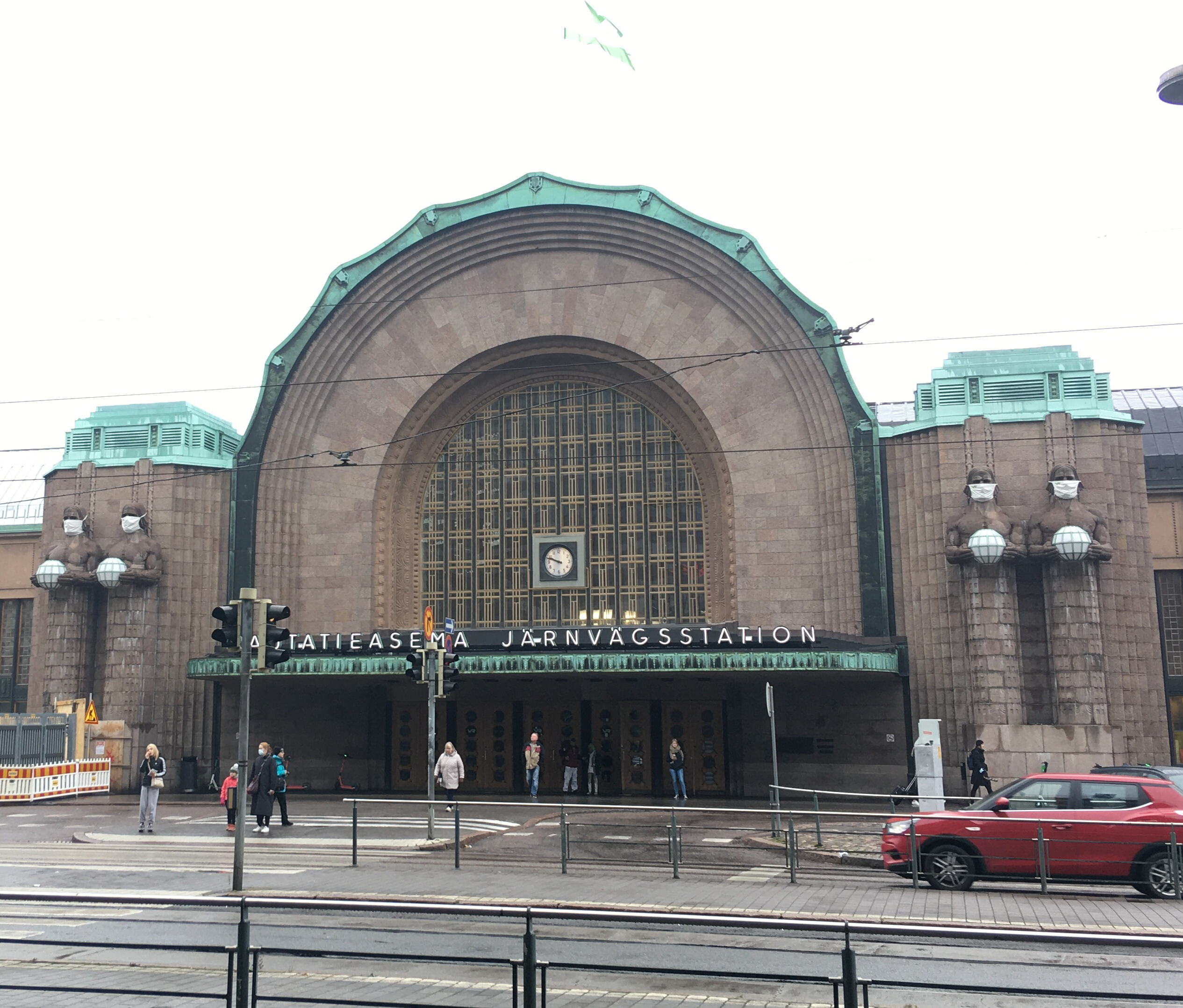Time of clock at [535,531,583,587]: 9:48
